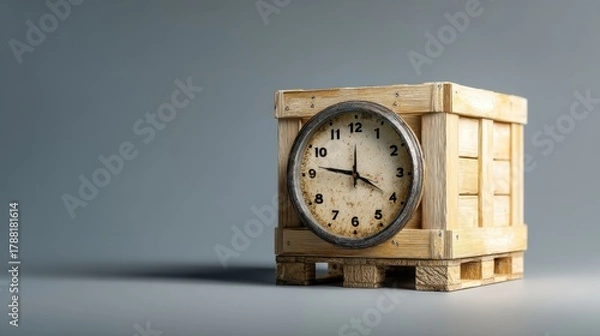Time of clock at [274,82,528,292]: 9:20
